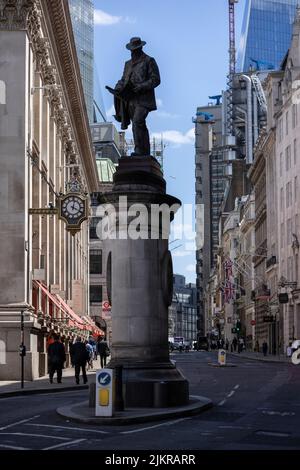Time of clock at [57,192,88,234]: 12:19
